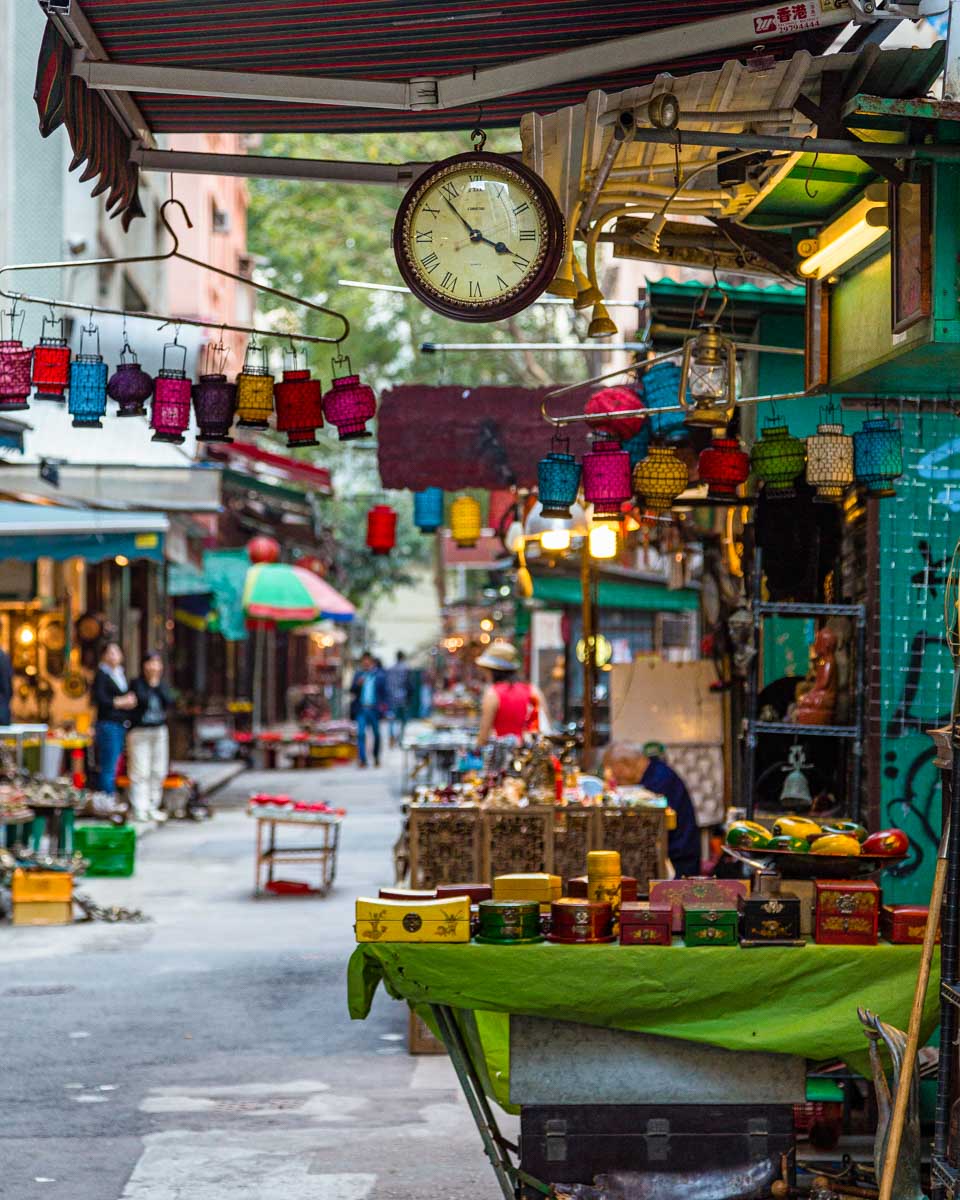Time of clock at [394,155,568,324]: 3:53
